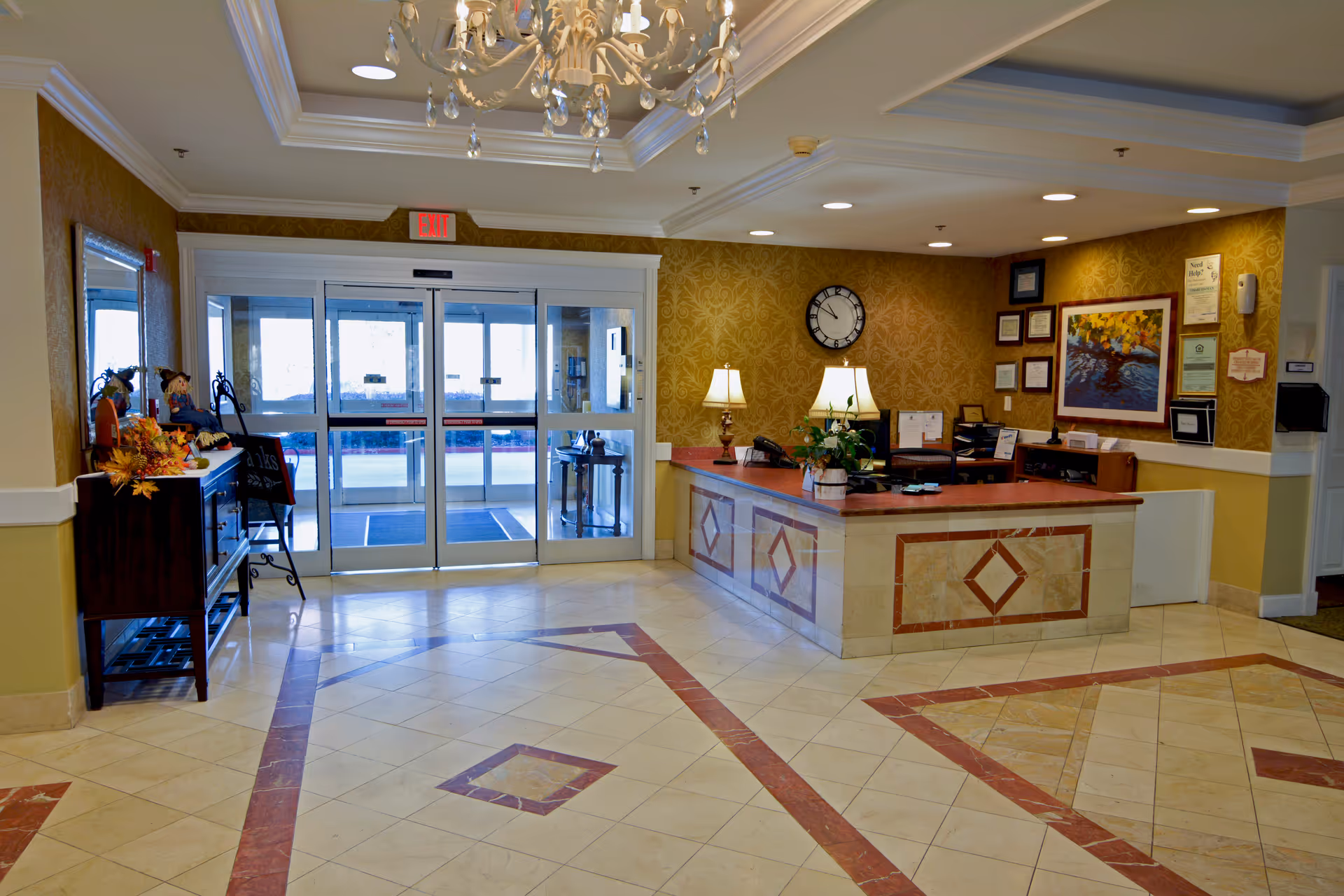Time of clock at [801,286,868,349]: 10:49
